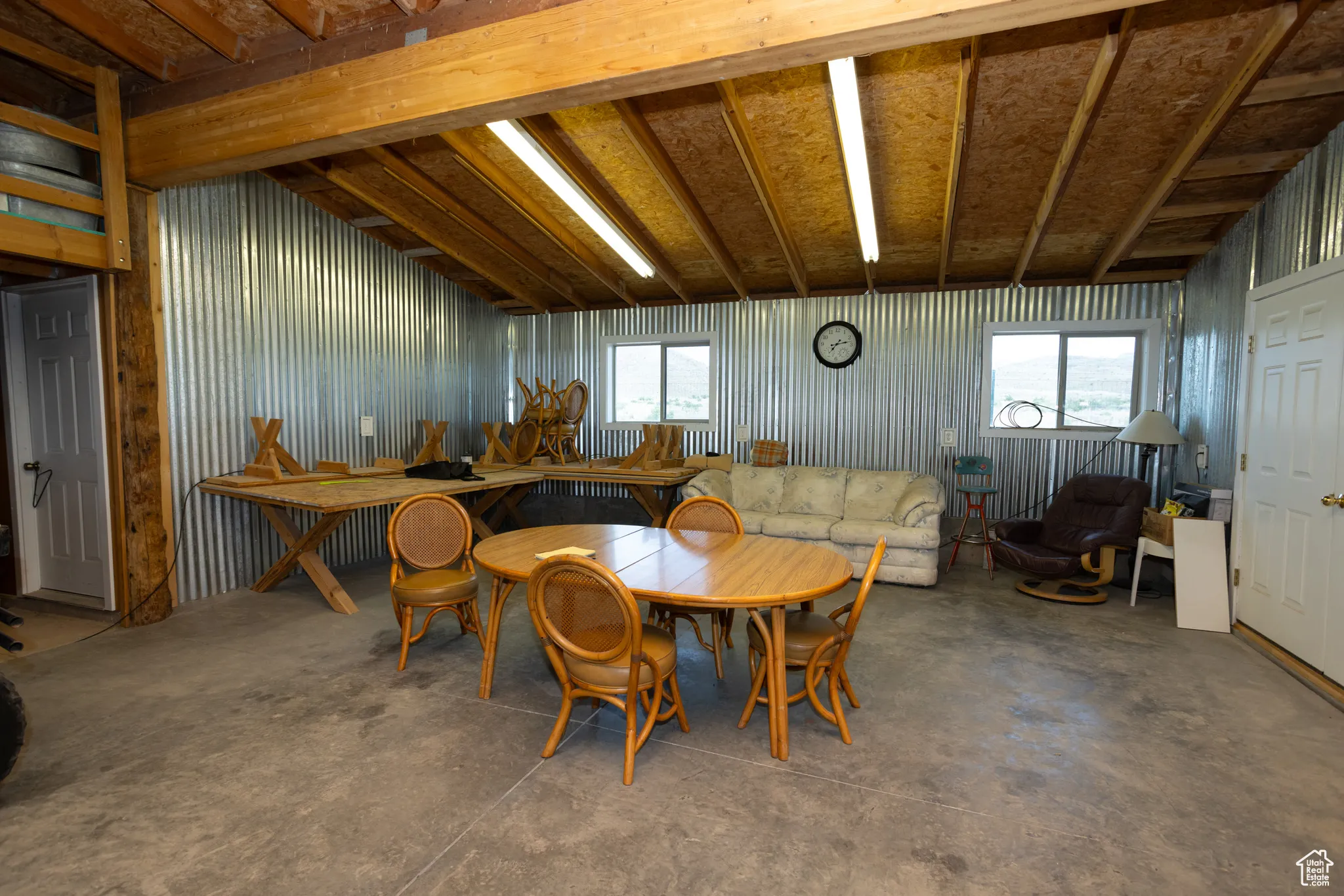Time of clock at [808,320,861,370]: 7:12
